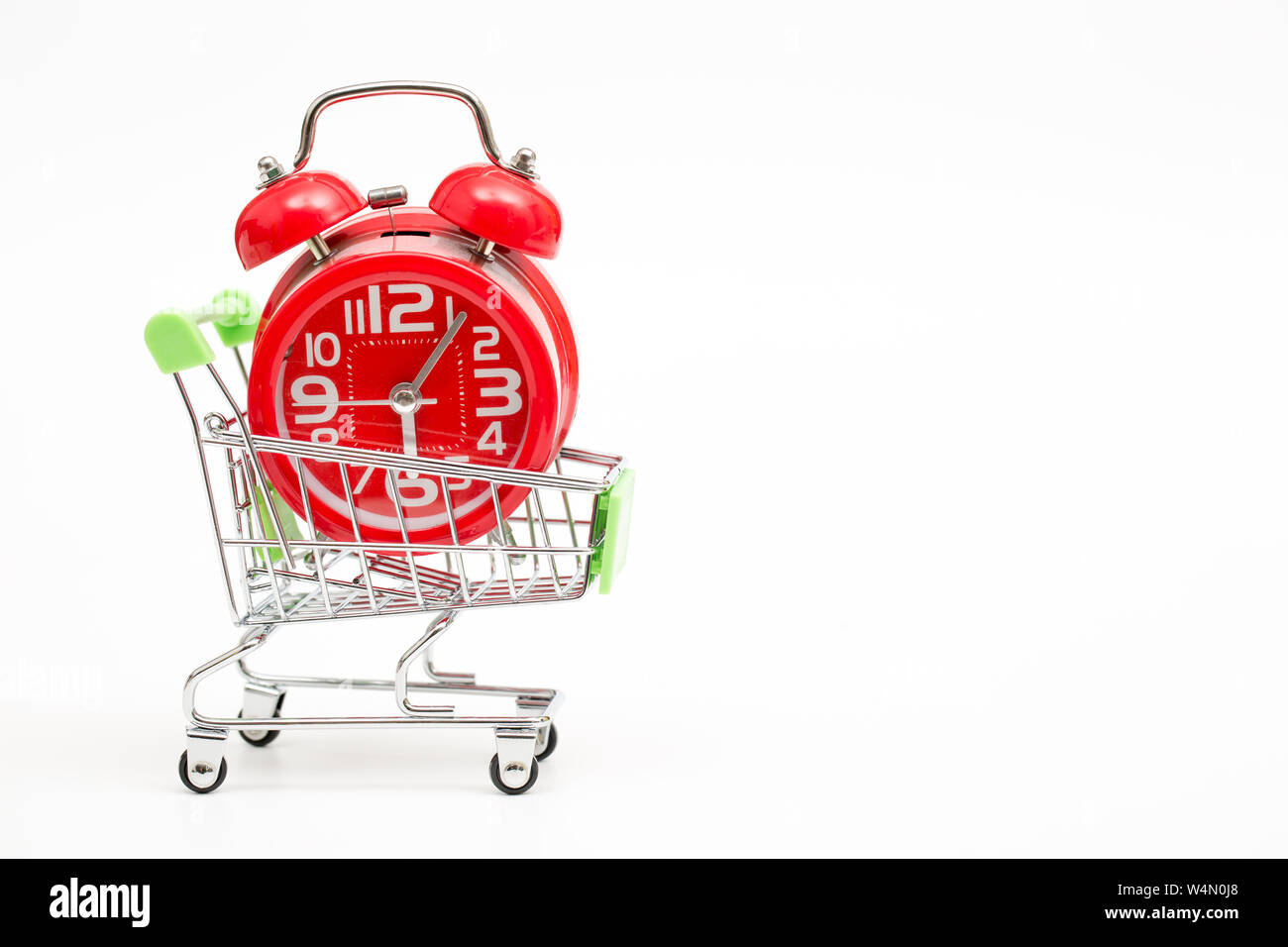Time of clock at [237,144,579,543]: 6:06
